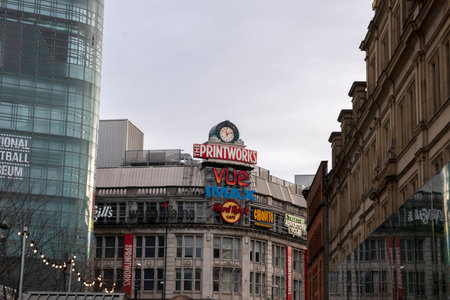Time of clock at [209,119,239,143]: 11:12
